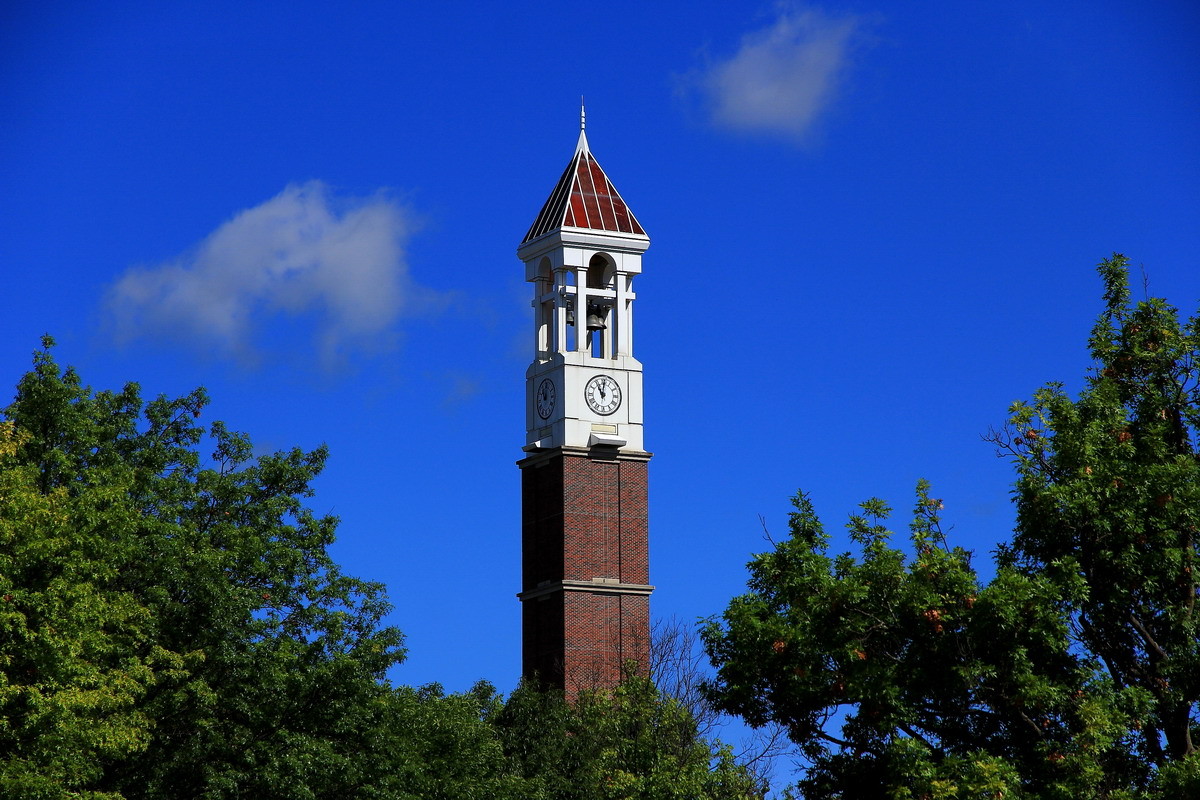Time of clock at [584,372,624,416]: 11:01
